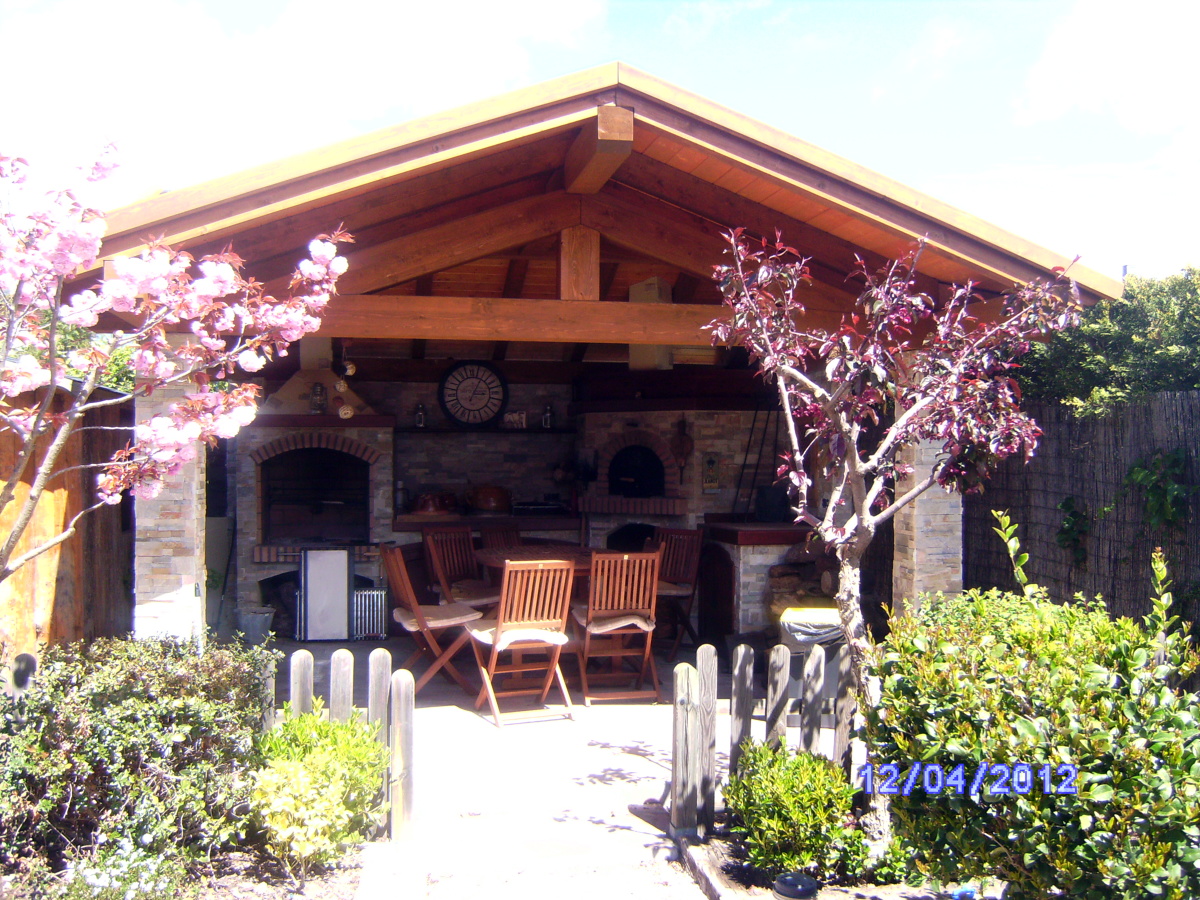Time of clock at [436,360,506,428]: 3:04
